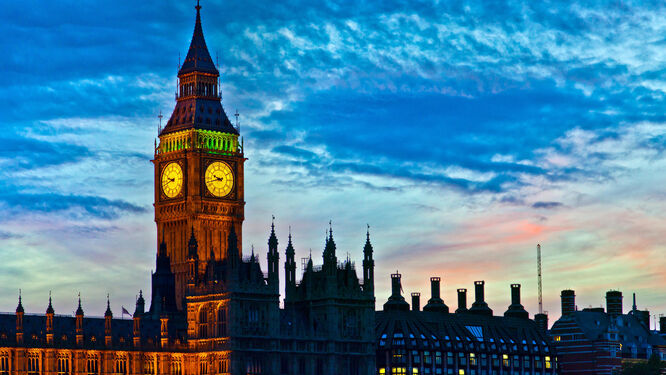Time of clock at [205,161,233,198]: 9:42
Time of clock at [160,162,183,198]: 9:42
